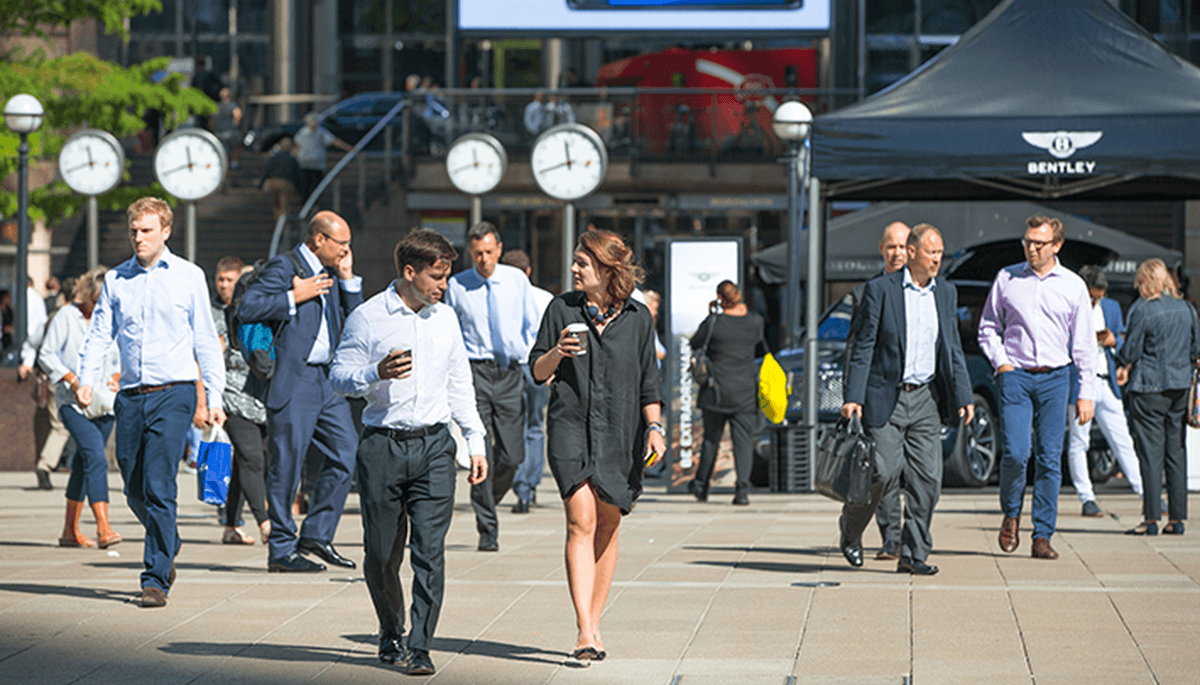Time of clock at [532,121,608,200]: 11:41
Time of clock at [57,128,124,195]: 11:41
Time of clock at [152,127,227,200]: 11:41
